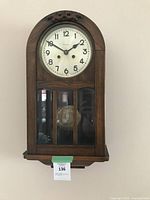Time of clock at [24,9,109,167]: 1:50
